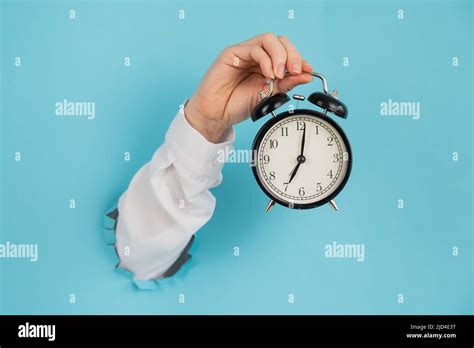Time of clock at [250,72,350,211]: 7:01
